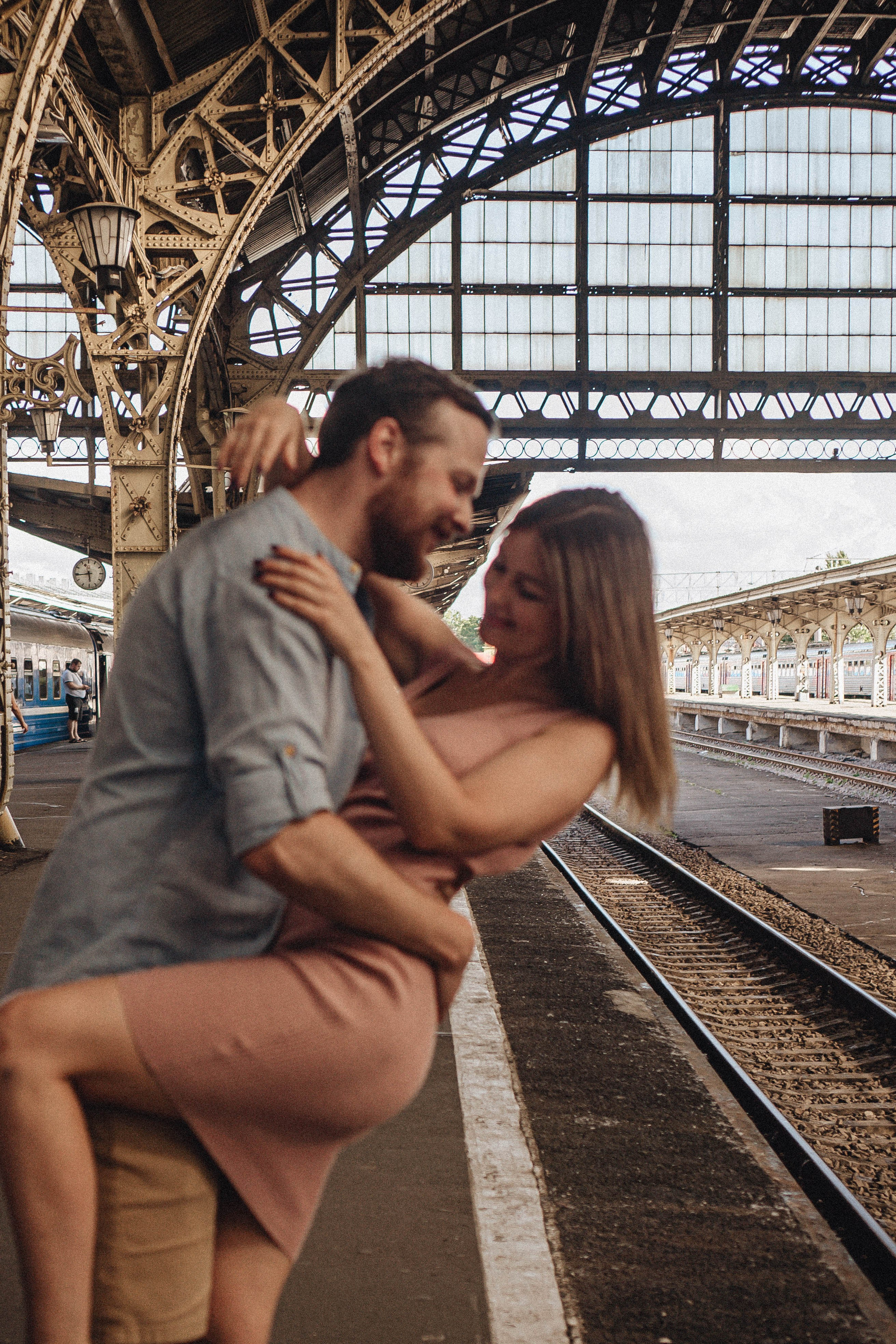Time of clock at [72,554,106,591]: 5:43
